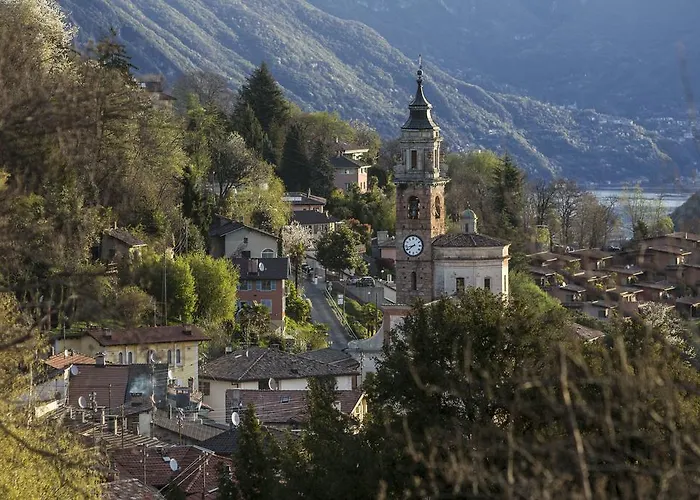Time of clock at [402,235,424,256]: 7:42
